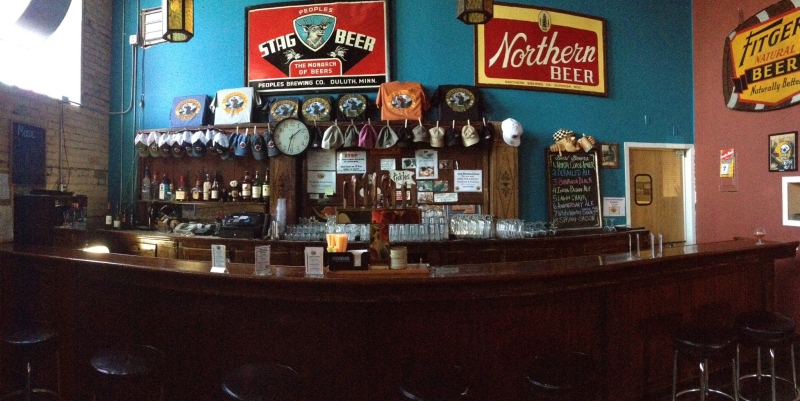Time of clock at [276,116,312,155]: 1:32
